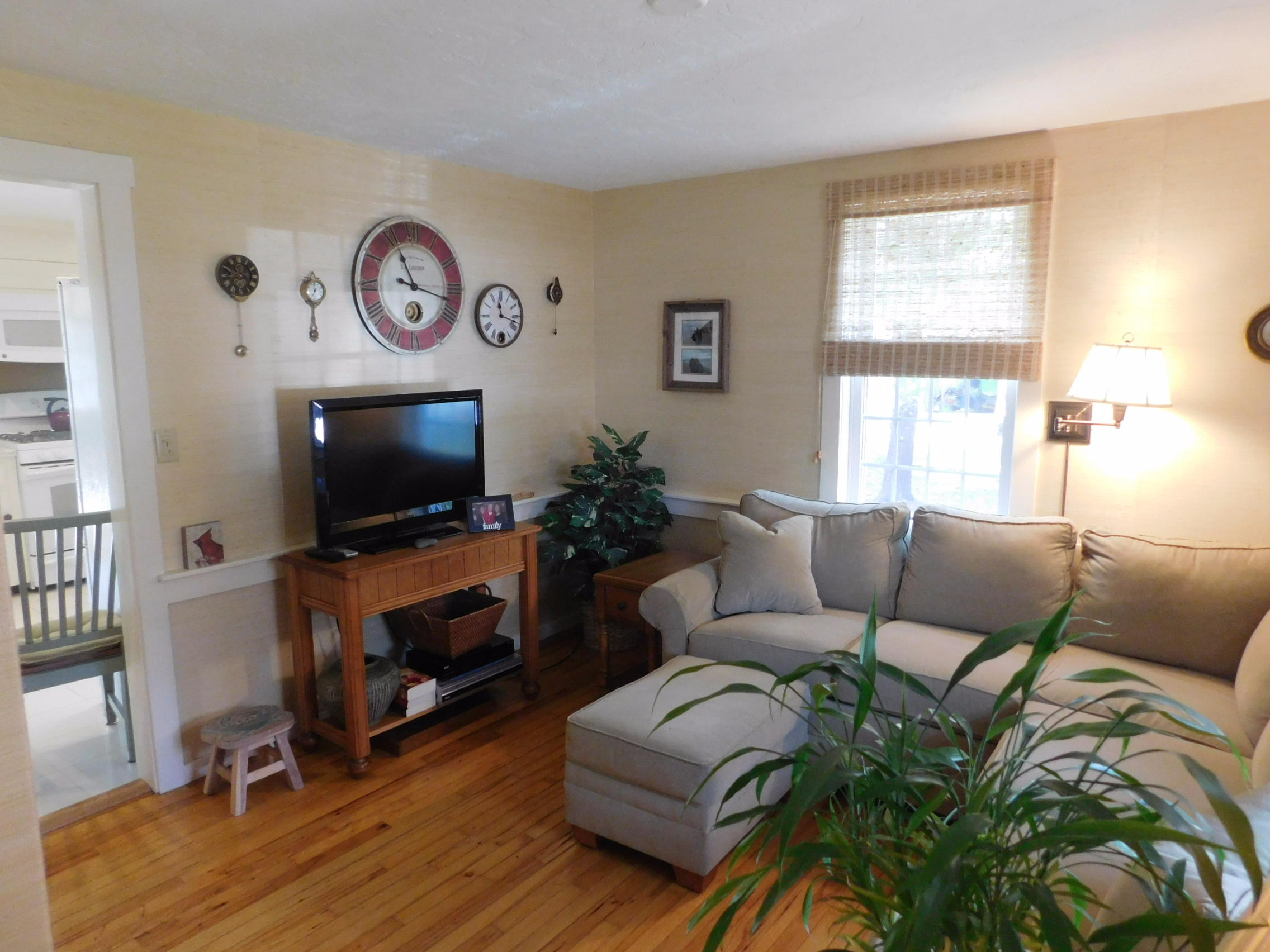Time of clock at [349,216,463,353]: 11:17
